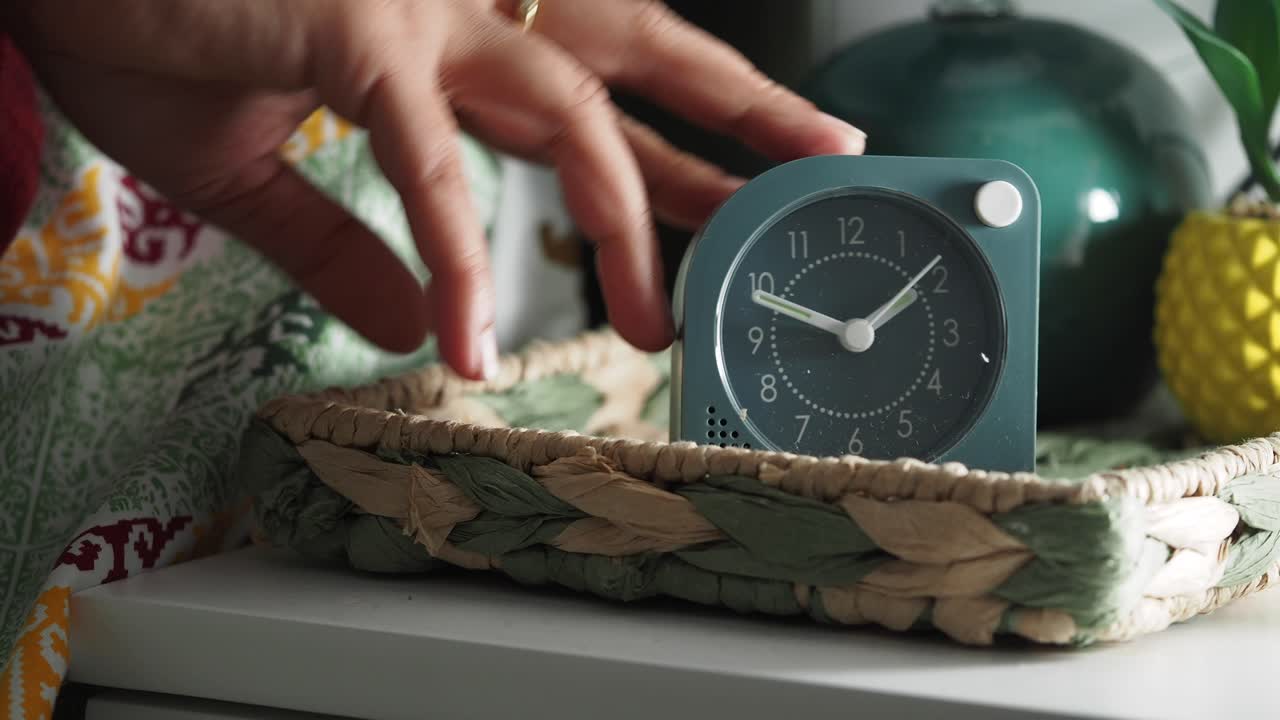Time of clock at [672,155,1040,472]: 1:48
